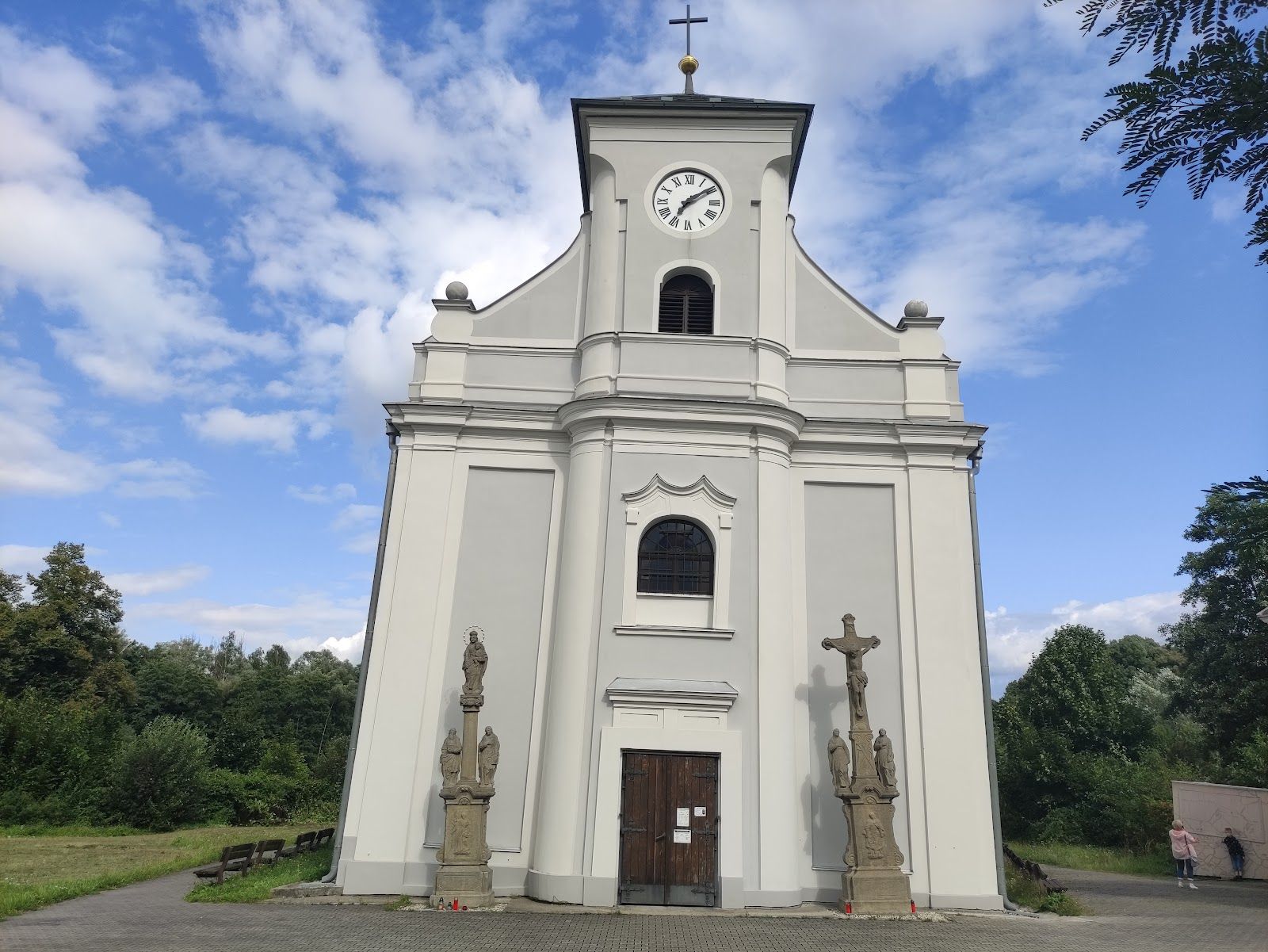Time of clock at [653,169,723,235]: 7:09
